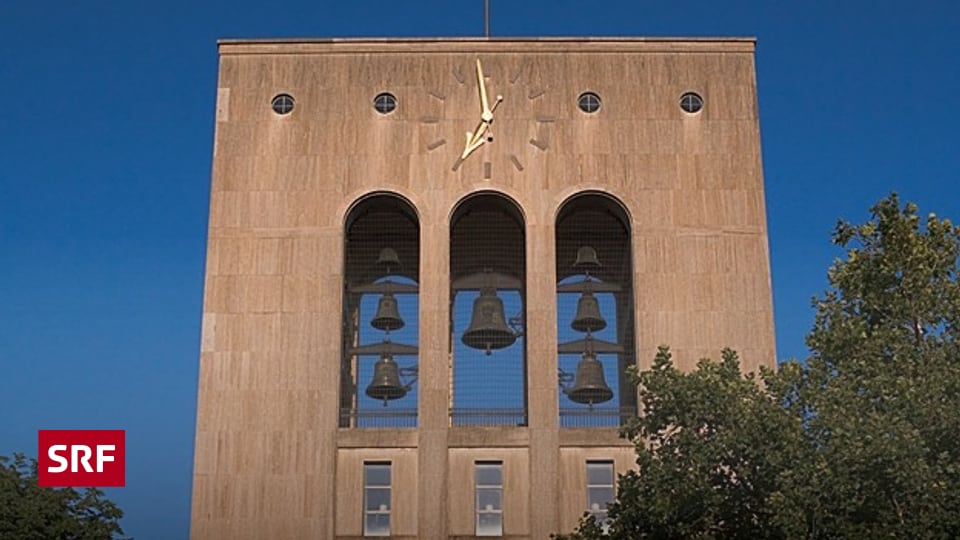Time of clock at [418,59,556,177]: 6:58
